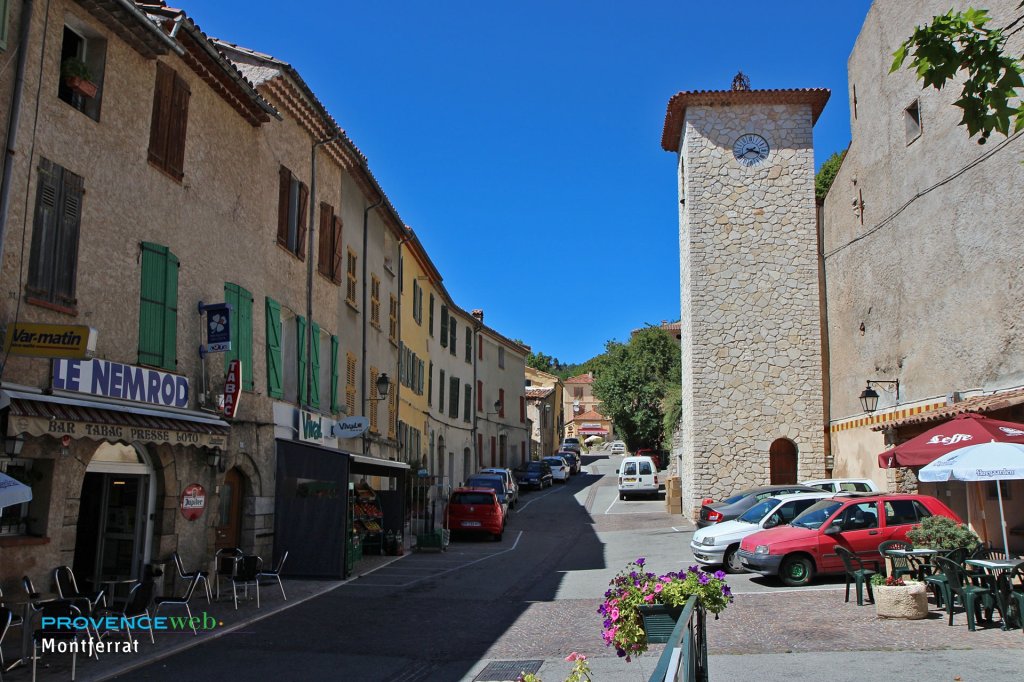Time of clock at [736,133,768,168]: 3:39
